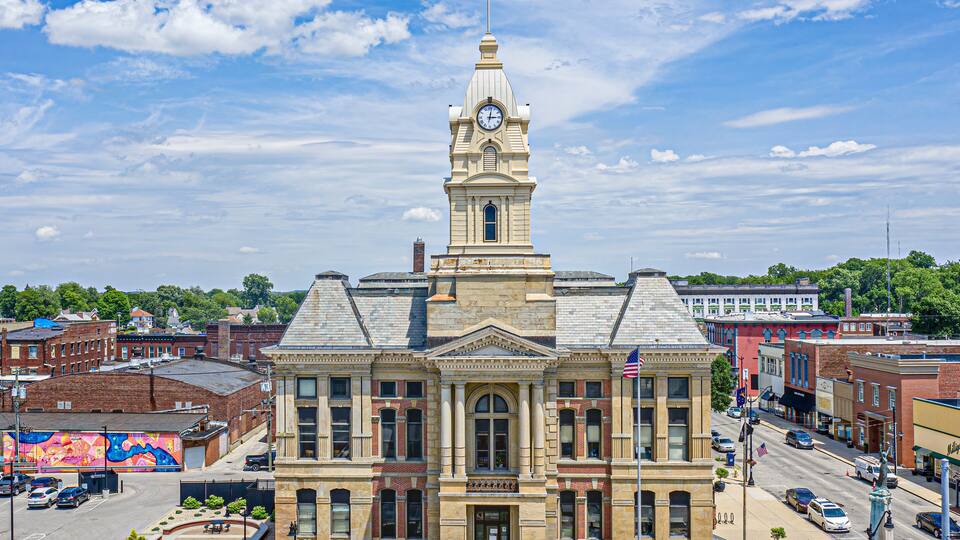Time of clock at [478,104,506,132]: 3:01
